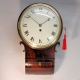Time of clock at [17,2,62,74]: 1:51
